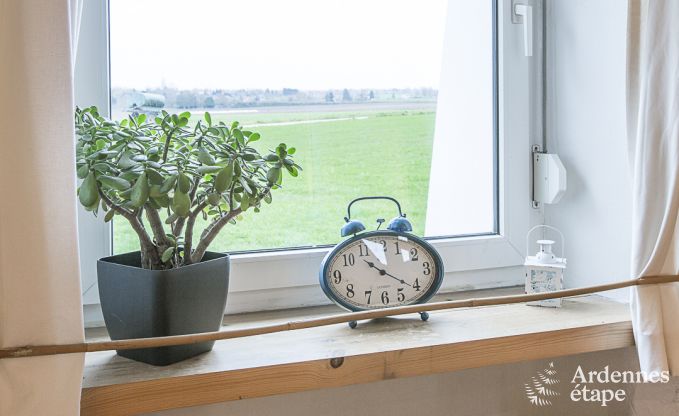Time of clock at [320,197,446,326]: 10:21
